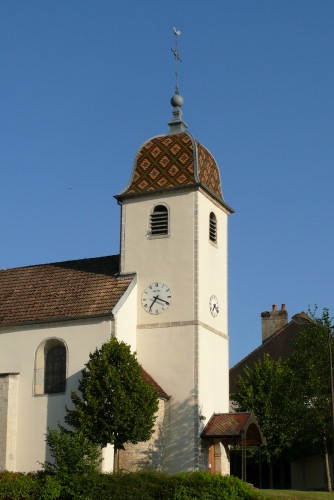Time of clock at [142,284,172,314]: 7:19
